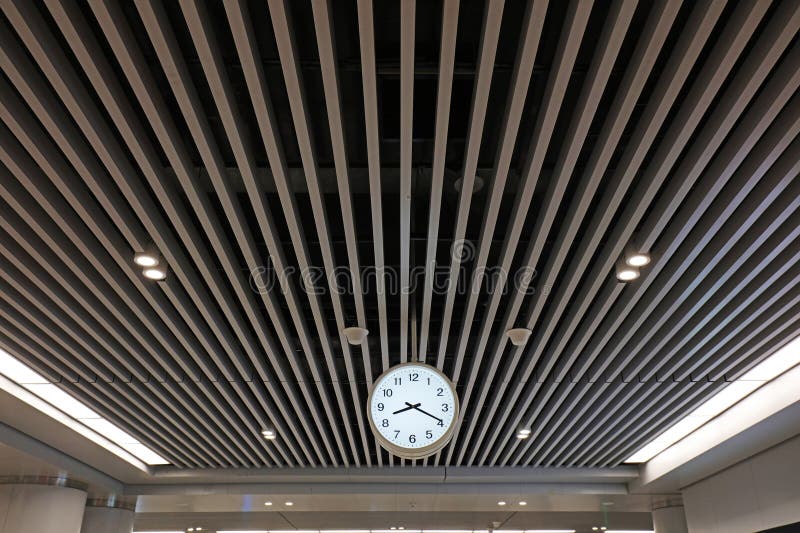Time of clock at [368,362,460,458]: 8:19
